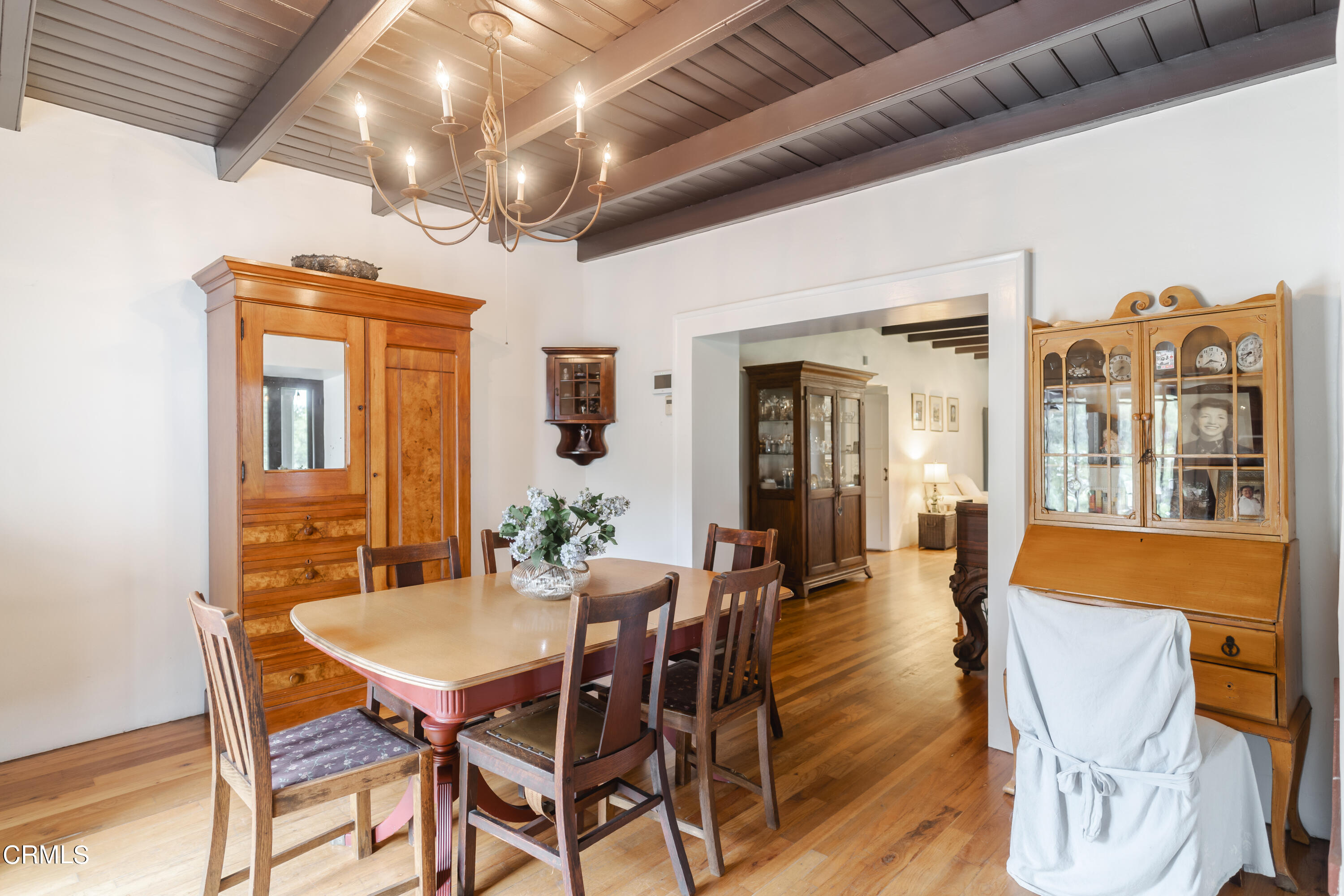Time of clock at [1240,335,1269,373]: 7:43
